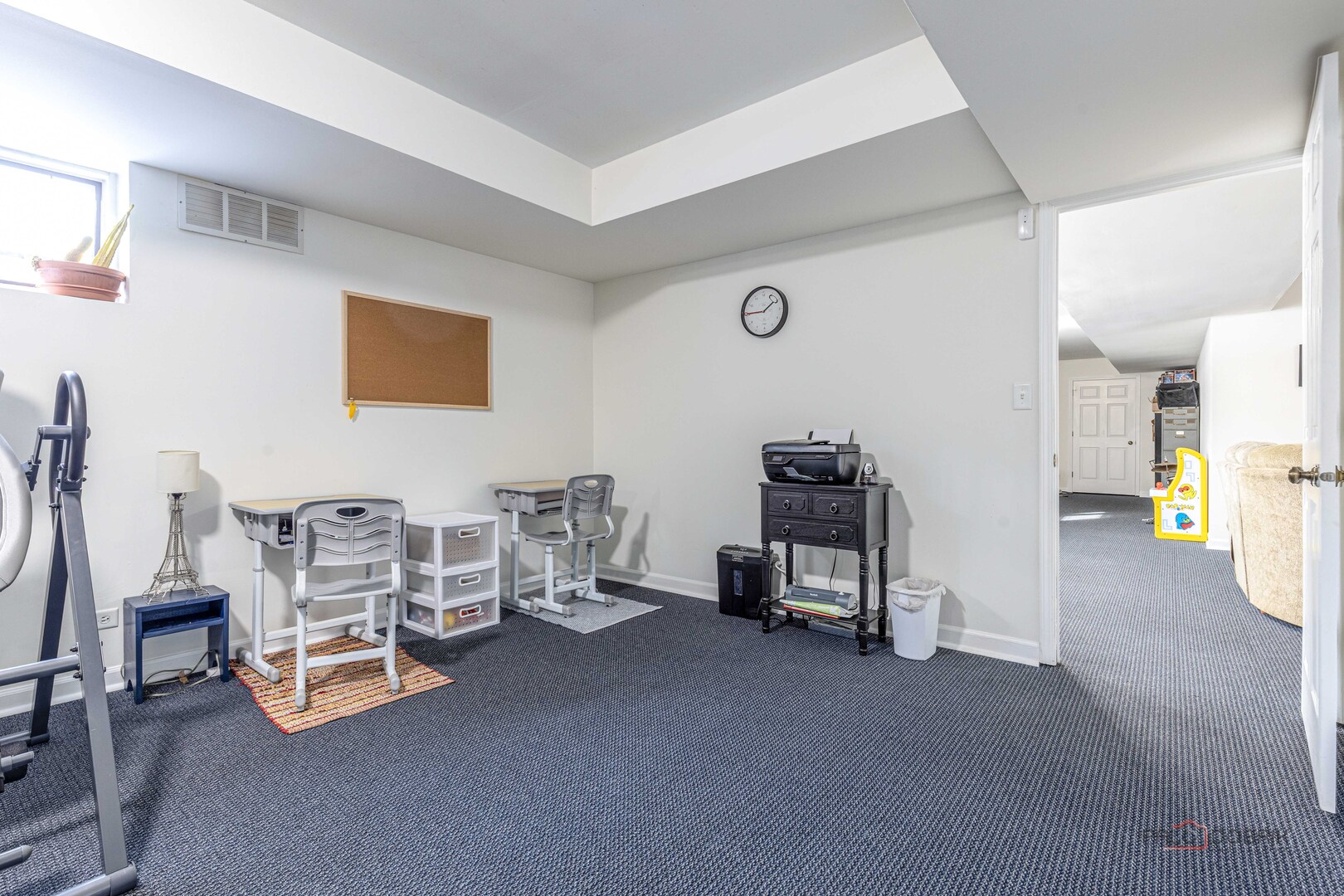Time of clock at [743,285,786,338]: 1:45
